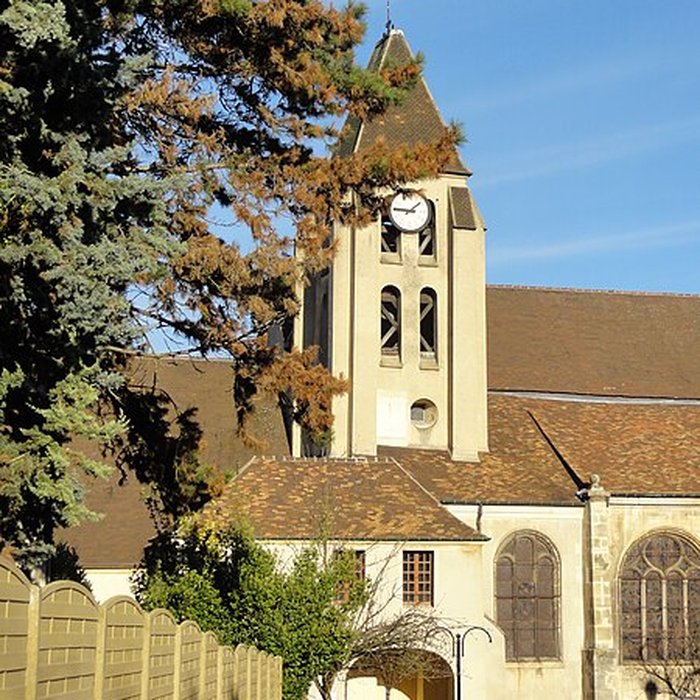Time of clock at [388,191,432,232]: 1:46
